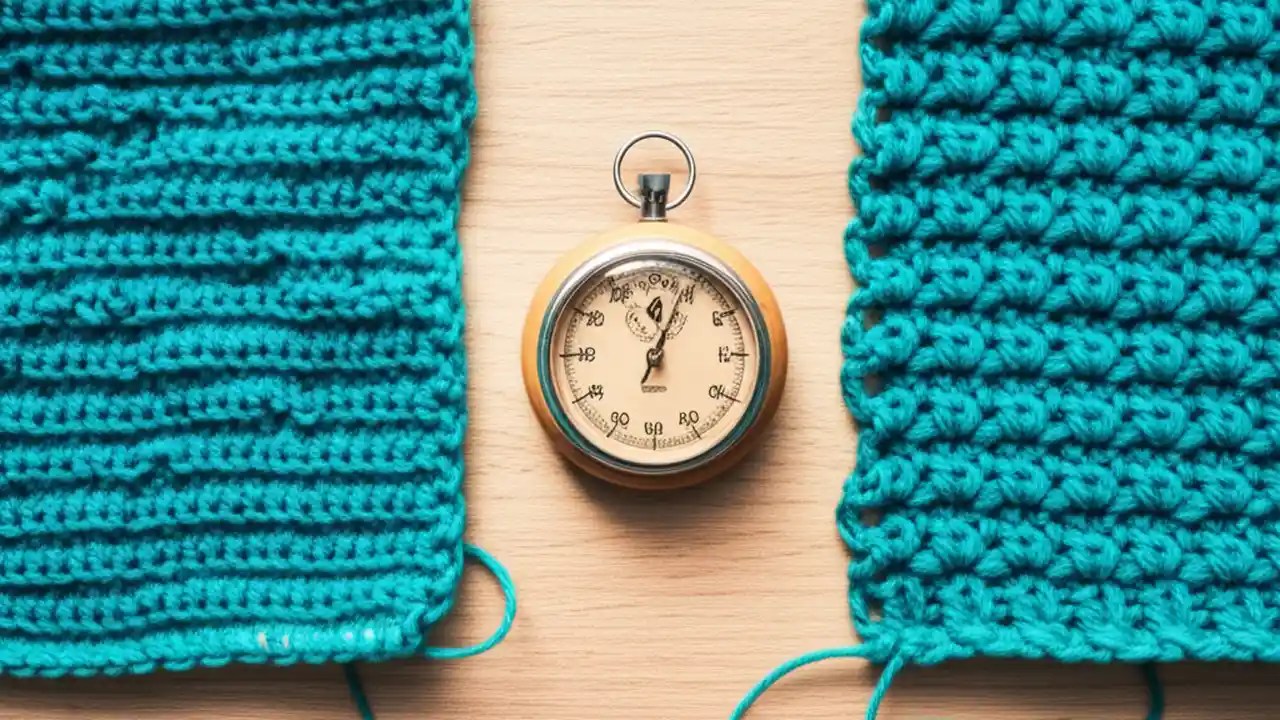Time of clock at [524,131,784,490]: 12:03
